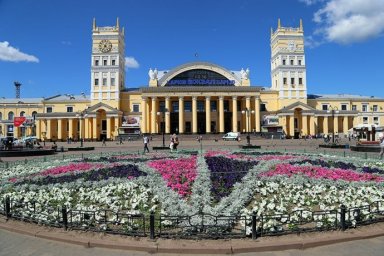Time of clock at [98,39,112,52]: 7:04
